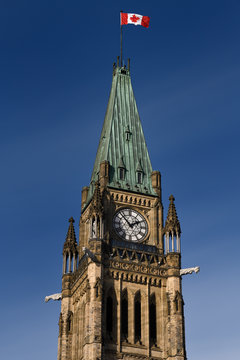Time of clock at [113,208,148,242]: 1:53
